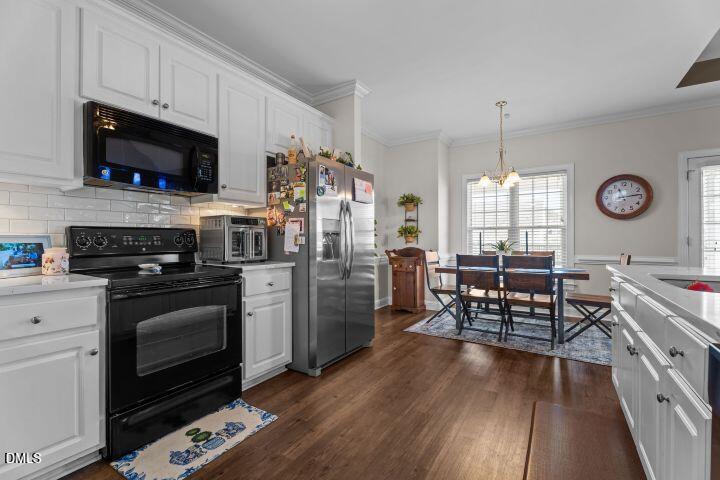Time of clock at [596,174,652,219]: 11:13
